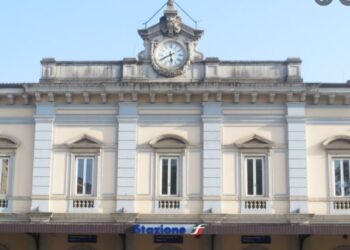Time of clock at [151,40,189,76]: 5:40
